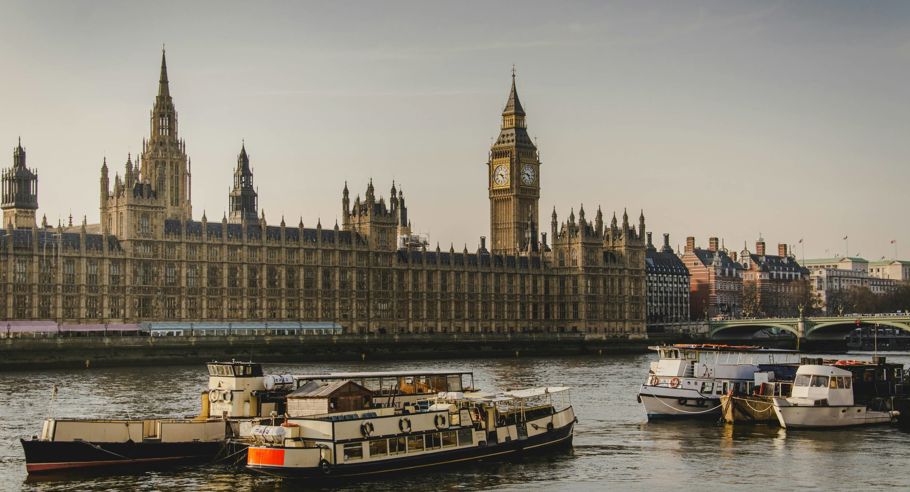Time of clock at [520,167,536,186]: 4:47
